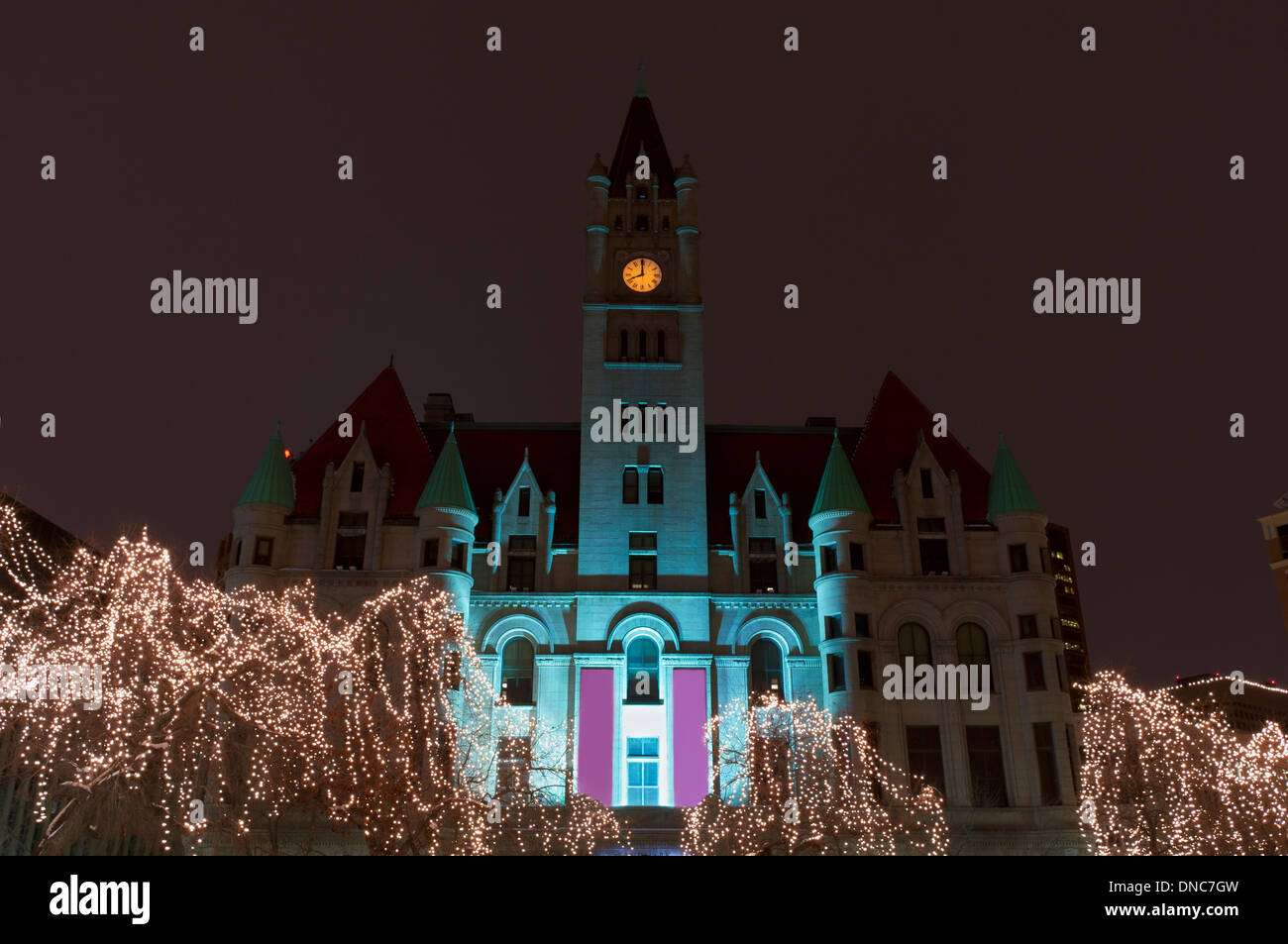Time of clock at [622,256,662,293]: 7:59
